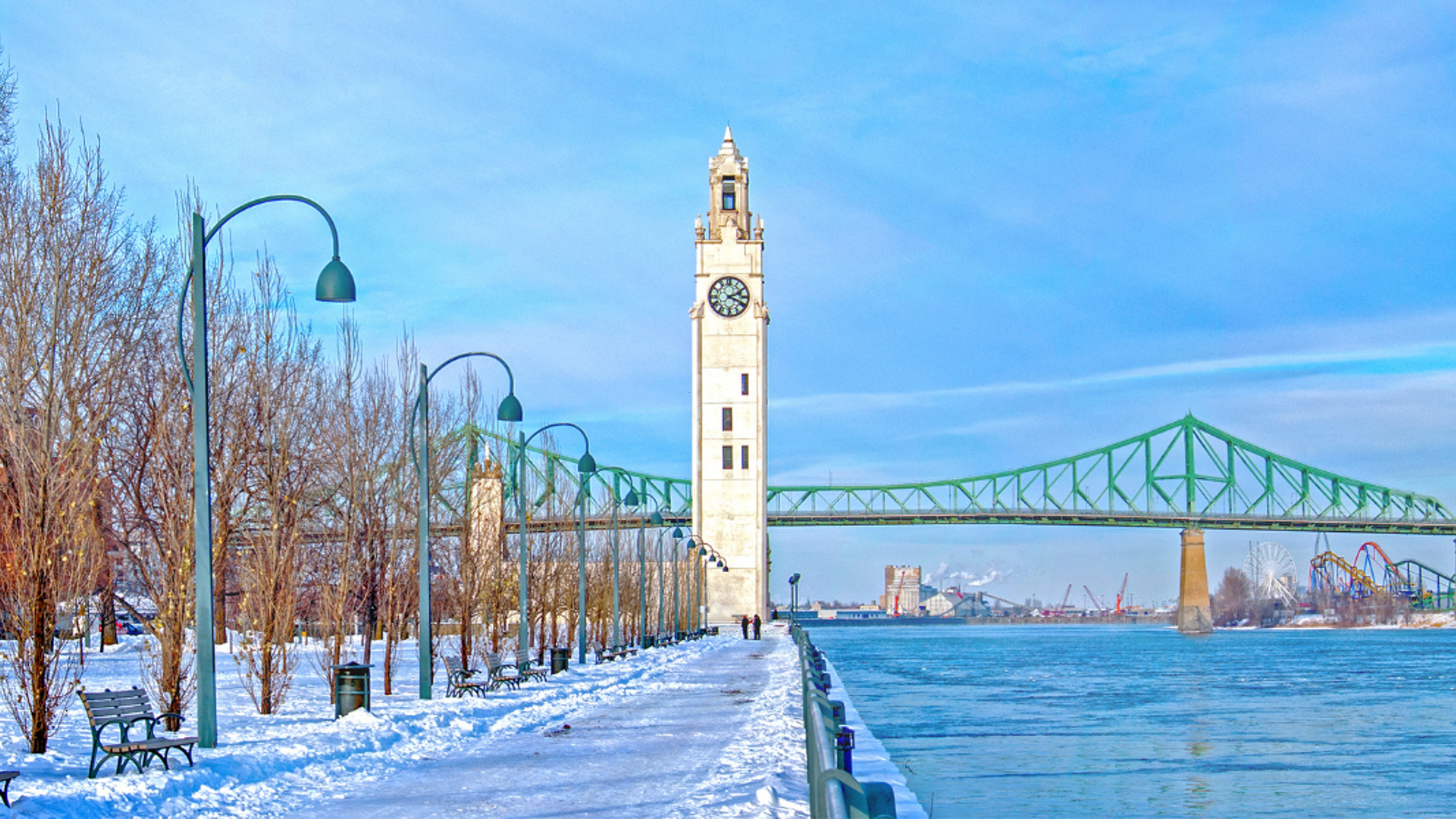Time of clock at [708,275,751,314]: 2:18
